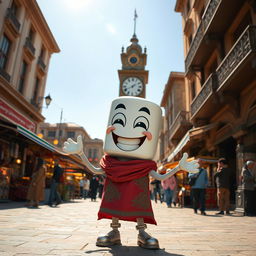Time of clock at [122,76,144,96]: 1:41
